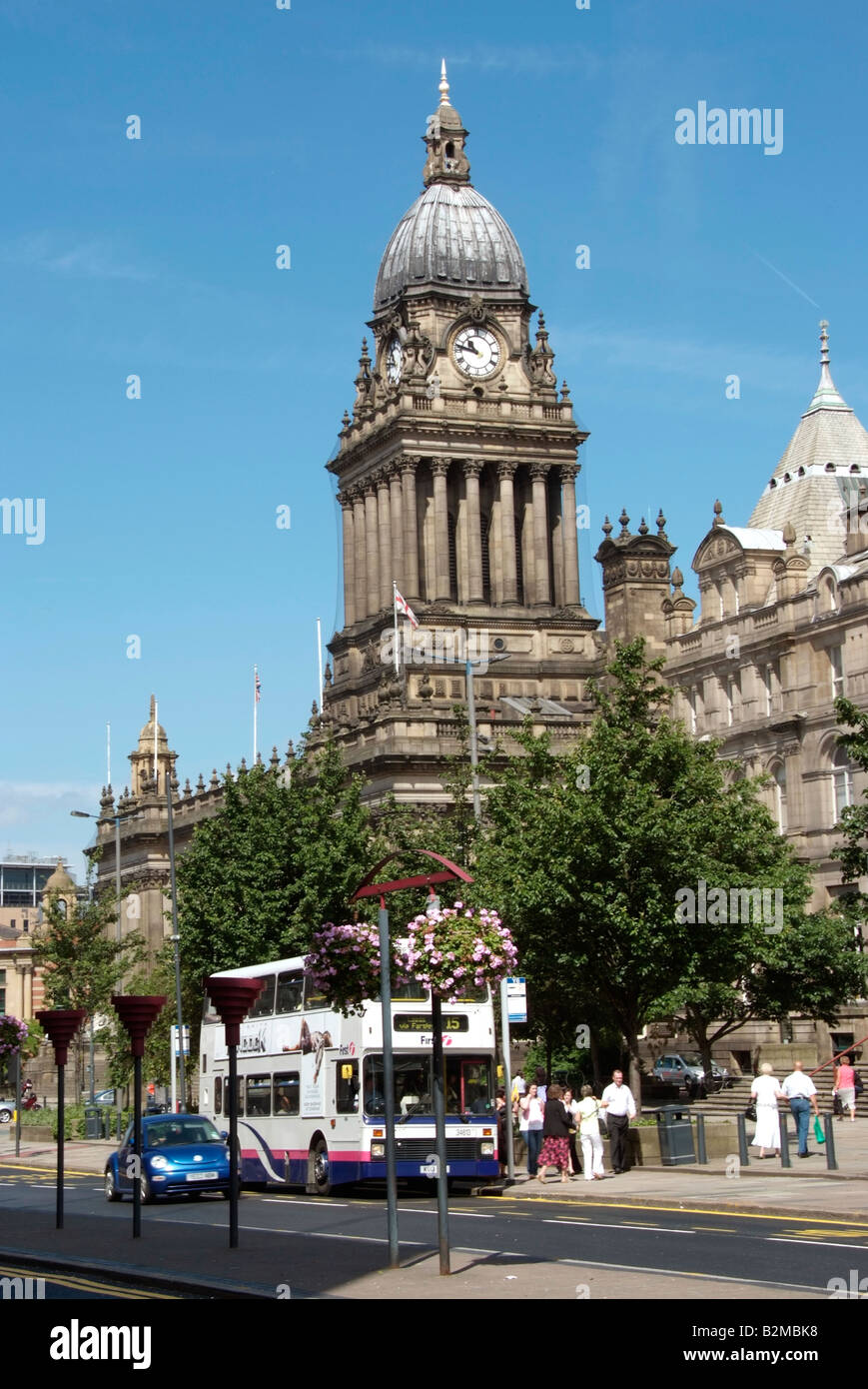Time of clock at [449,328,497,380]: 10:47
